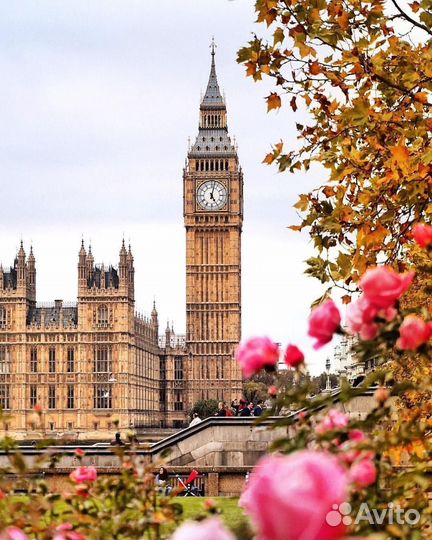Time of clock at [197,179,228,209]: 5:02
